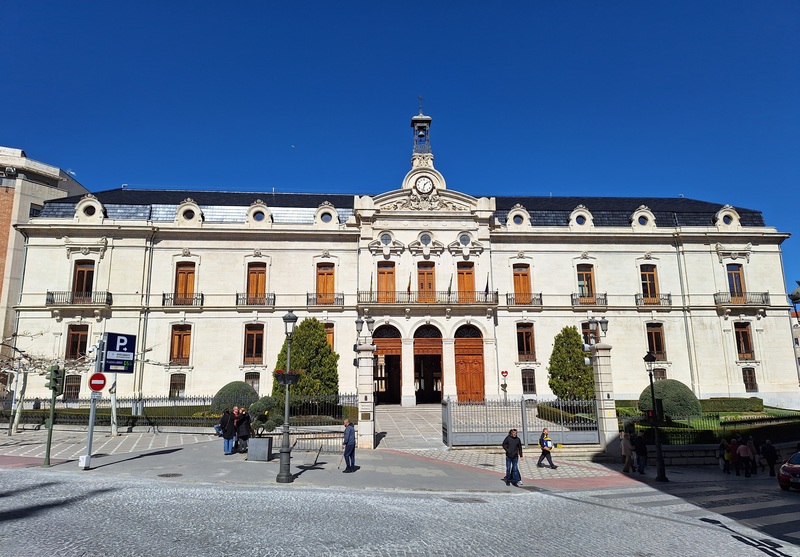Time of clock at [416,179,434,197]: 1:32
